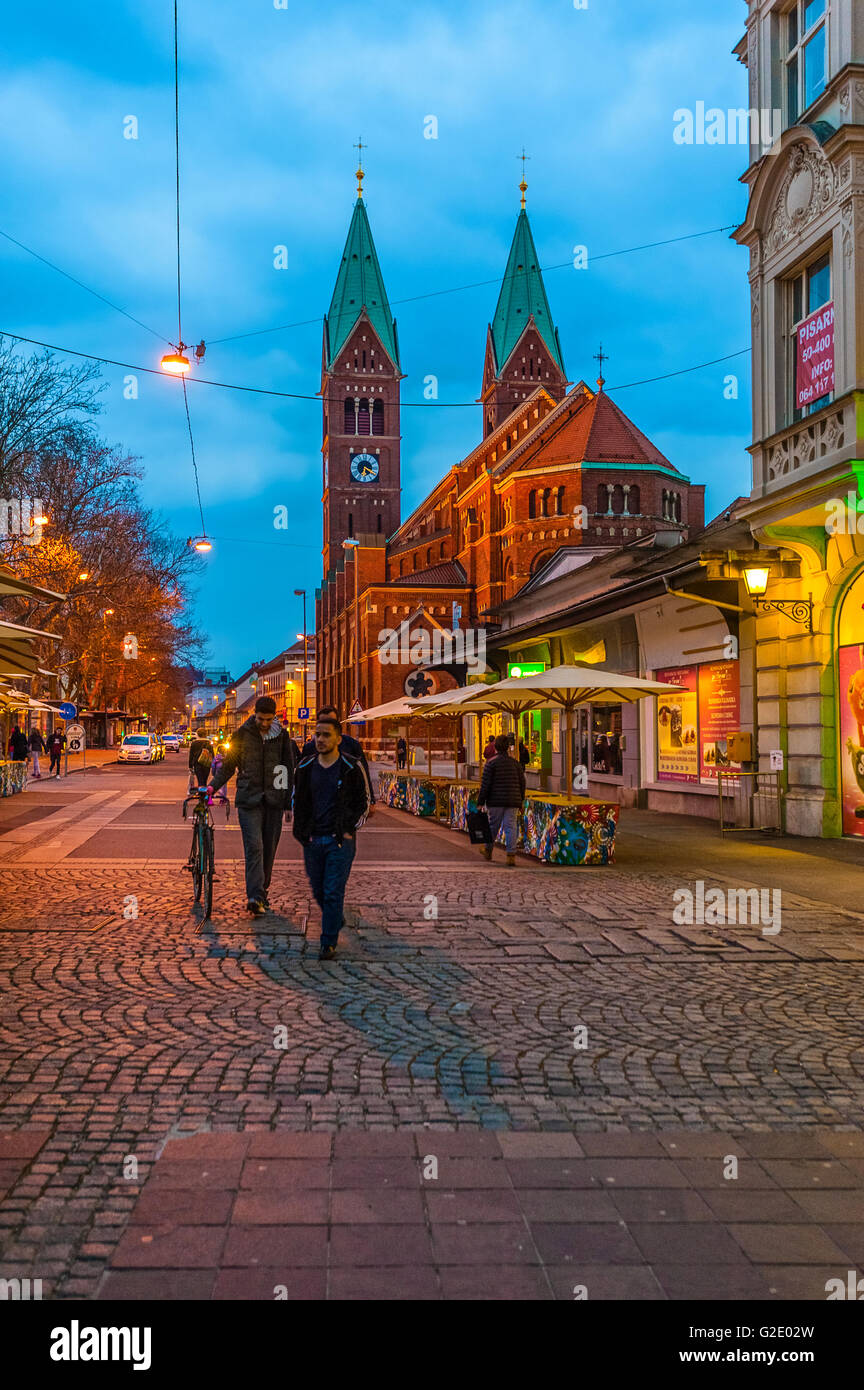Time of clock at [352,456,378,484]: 6:19
